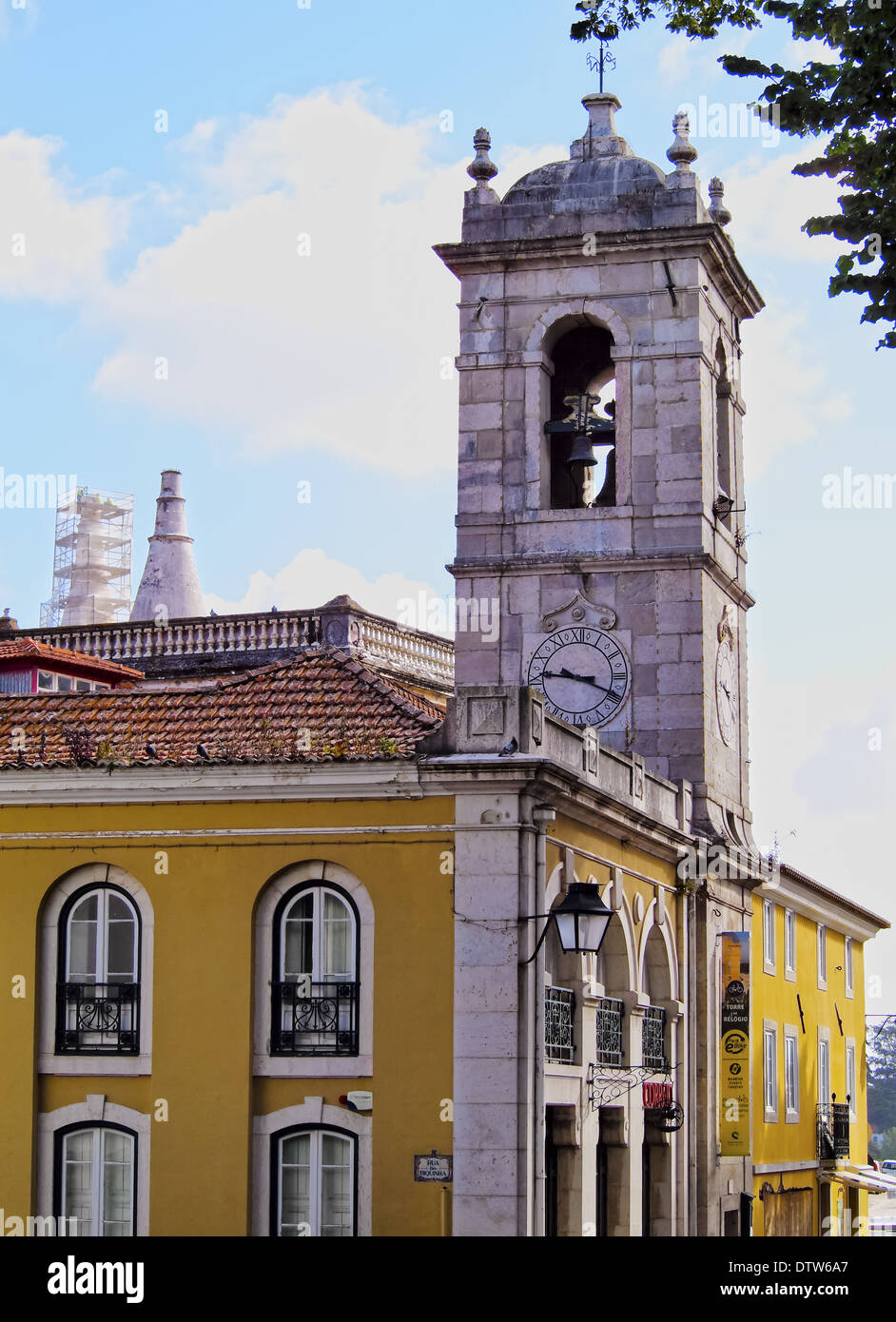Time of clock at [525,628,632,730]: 3:45
